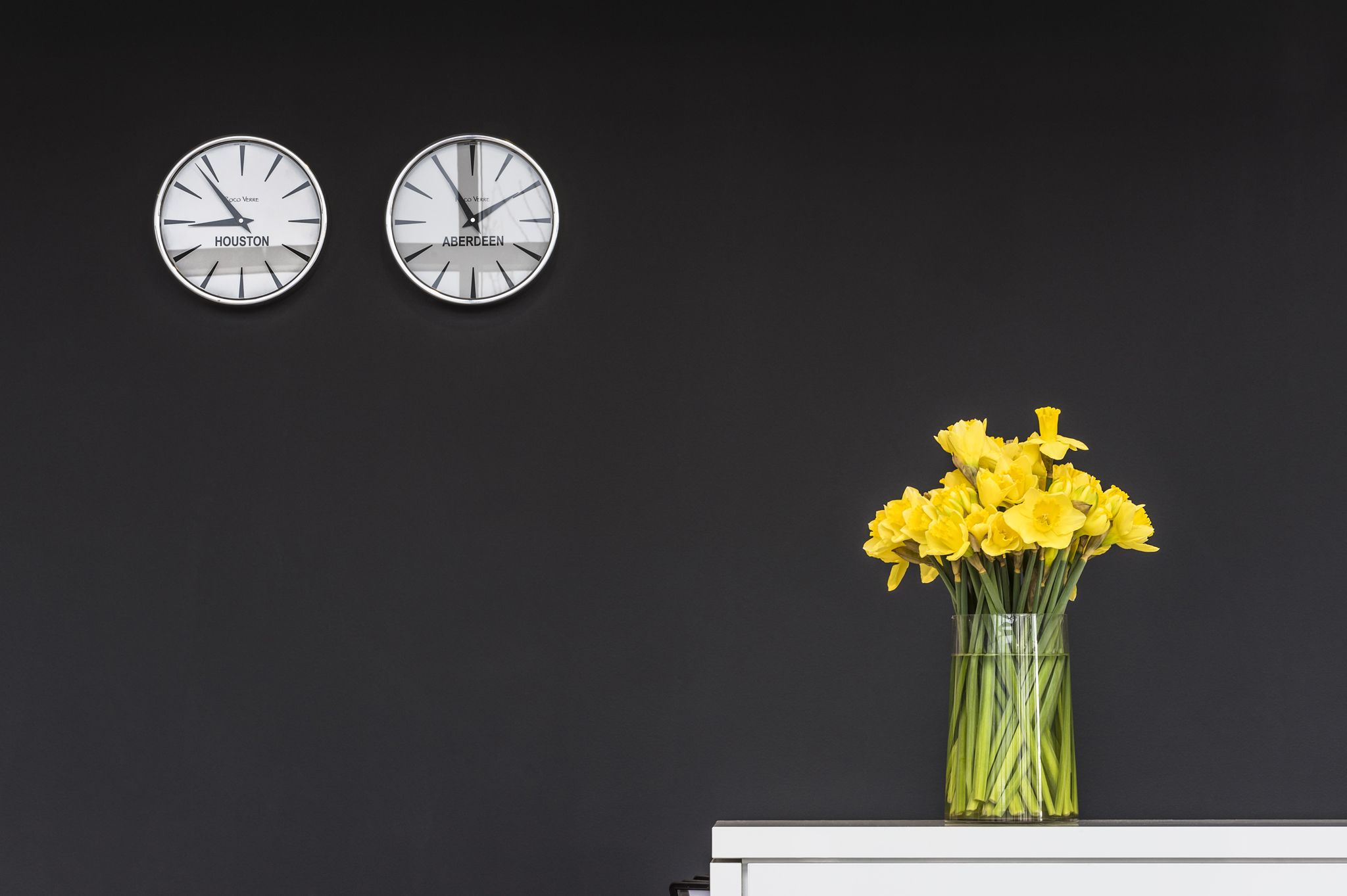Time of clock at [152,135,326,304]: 8:53
